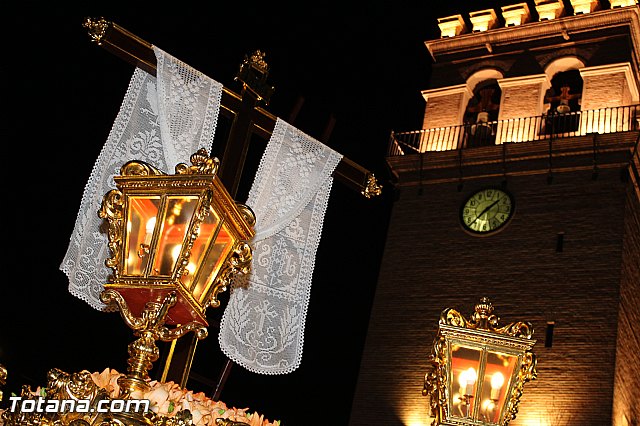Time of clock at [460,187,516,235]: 1:37
